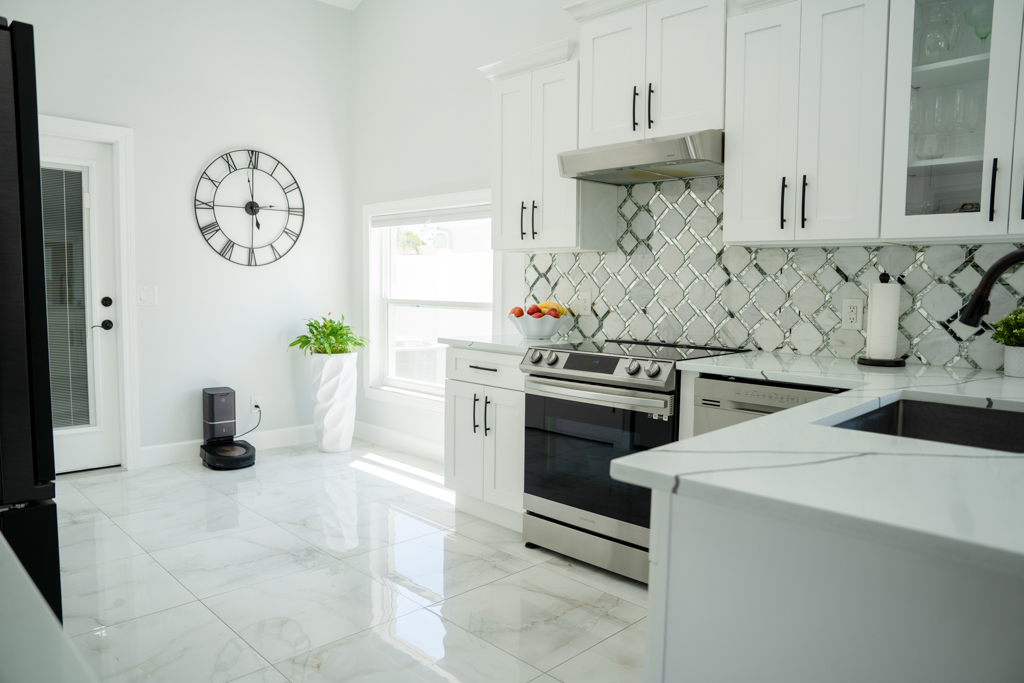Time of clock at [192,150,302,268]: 2:59
